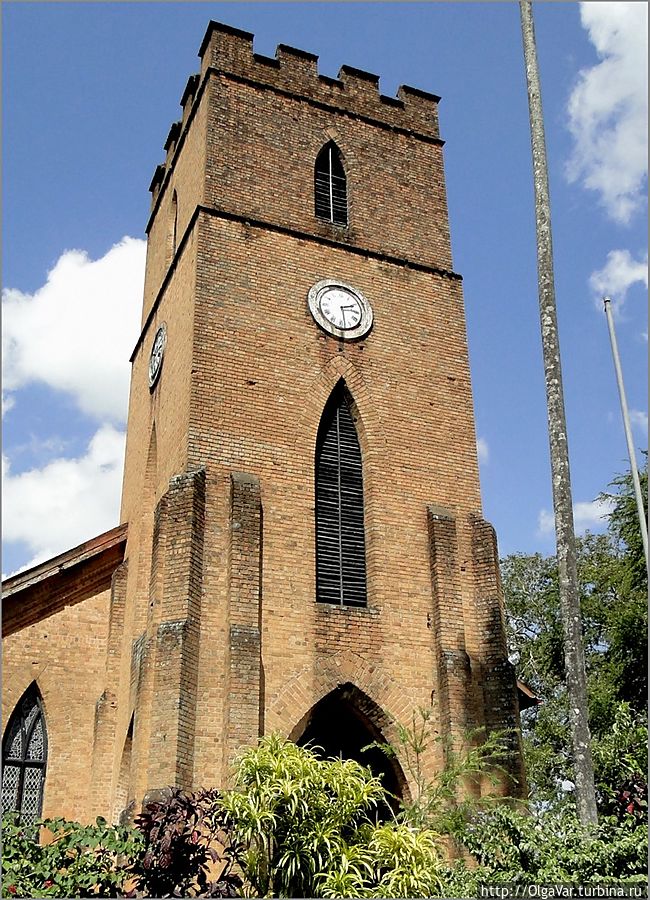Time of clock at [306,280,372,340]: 2:28
